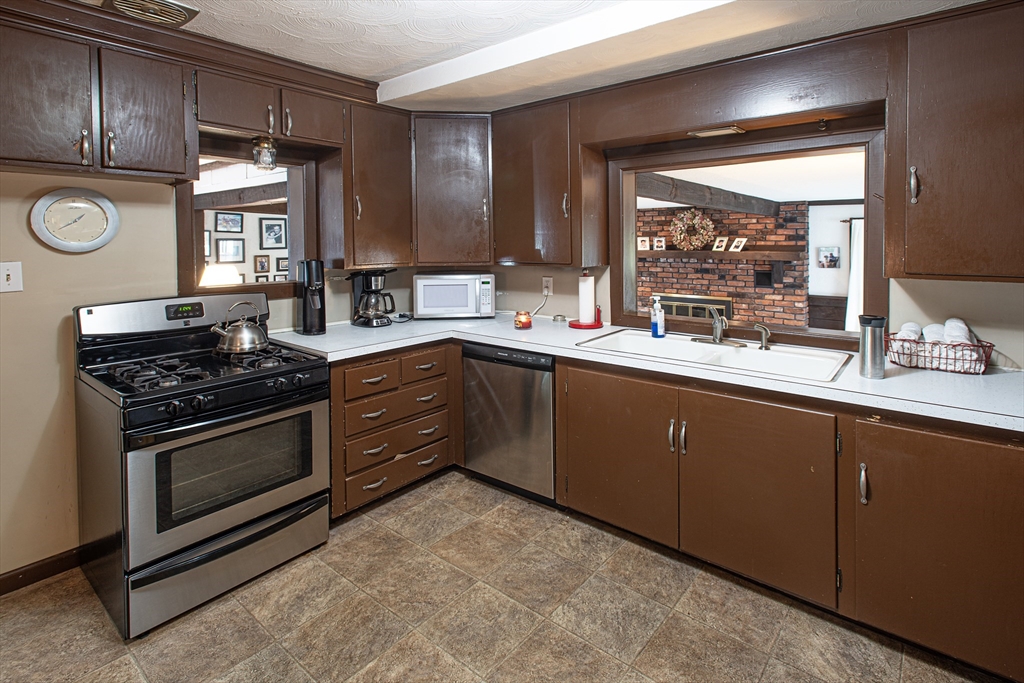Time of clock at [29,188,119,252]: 1:40
